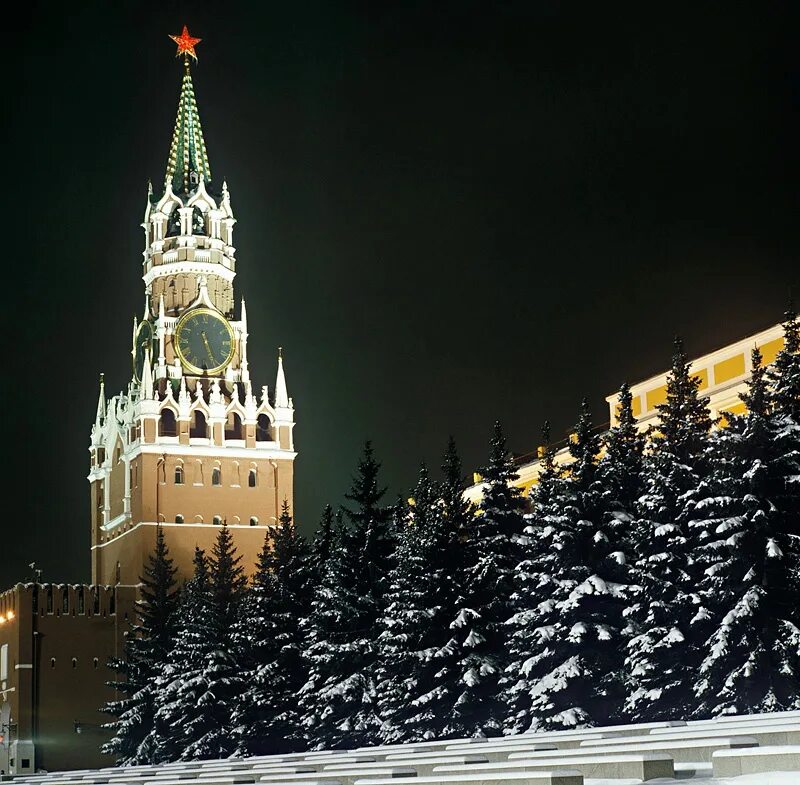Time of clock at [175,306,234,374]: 5:26
